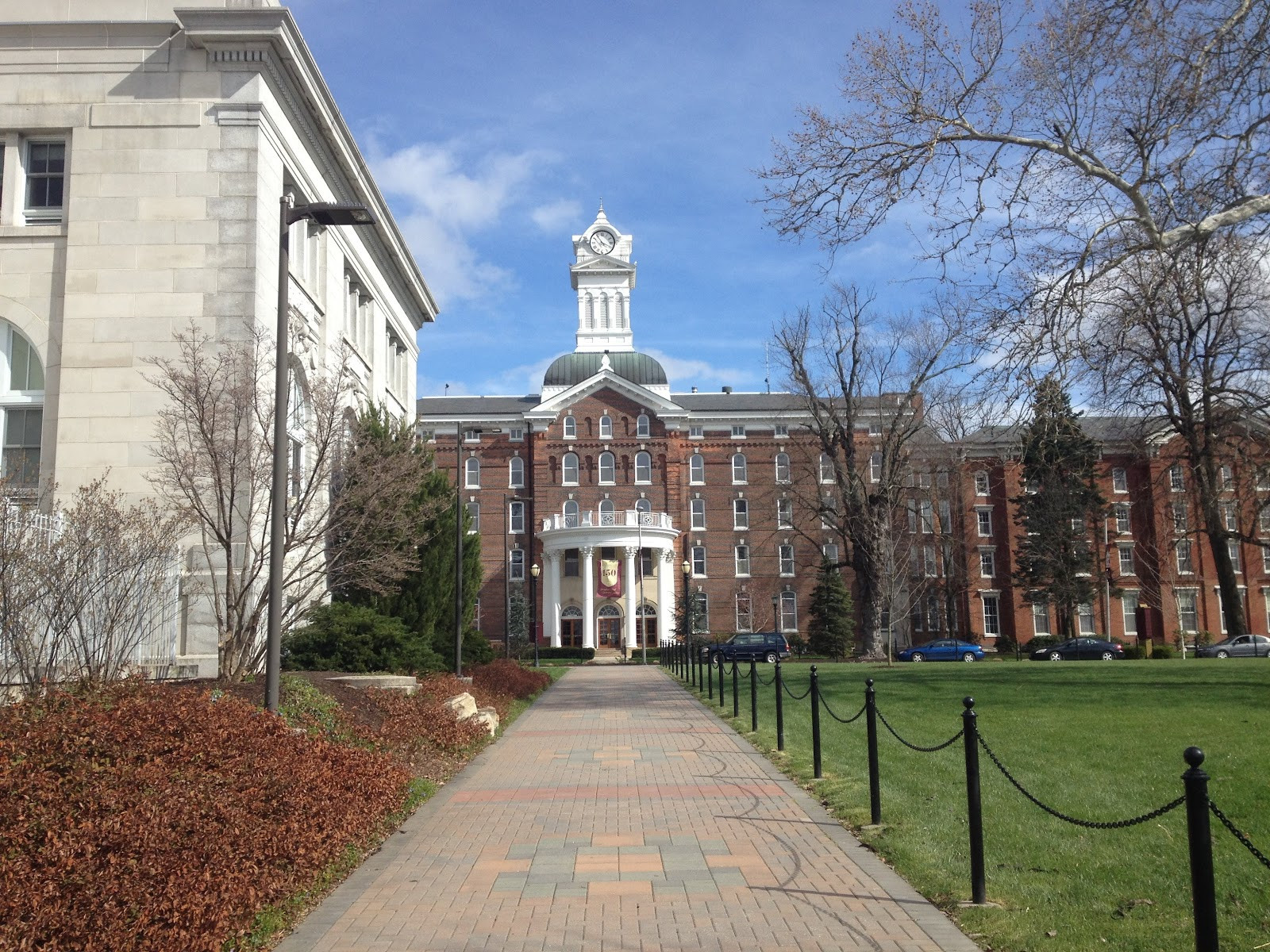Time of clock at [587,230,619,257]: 3:54
